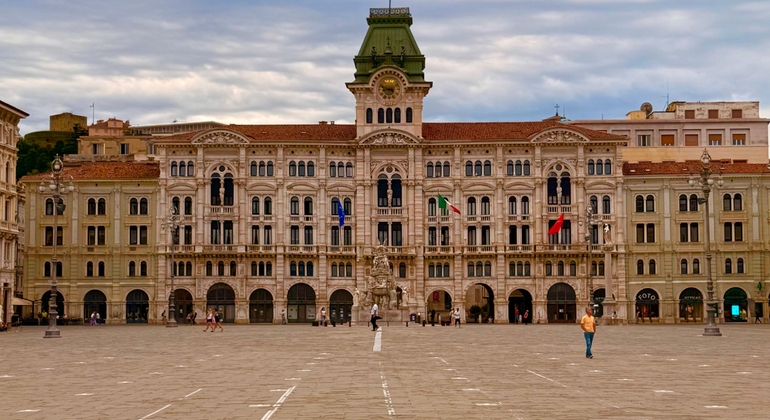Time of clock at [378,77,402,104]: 8:48
